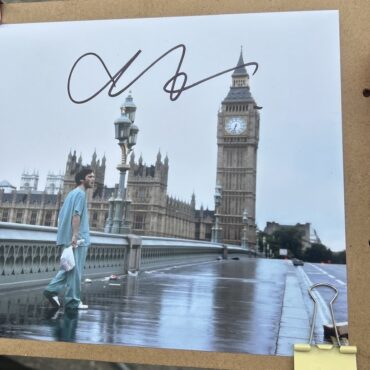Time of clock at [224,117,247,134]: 6:32
